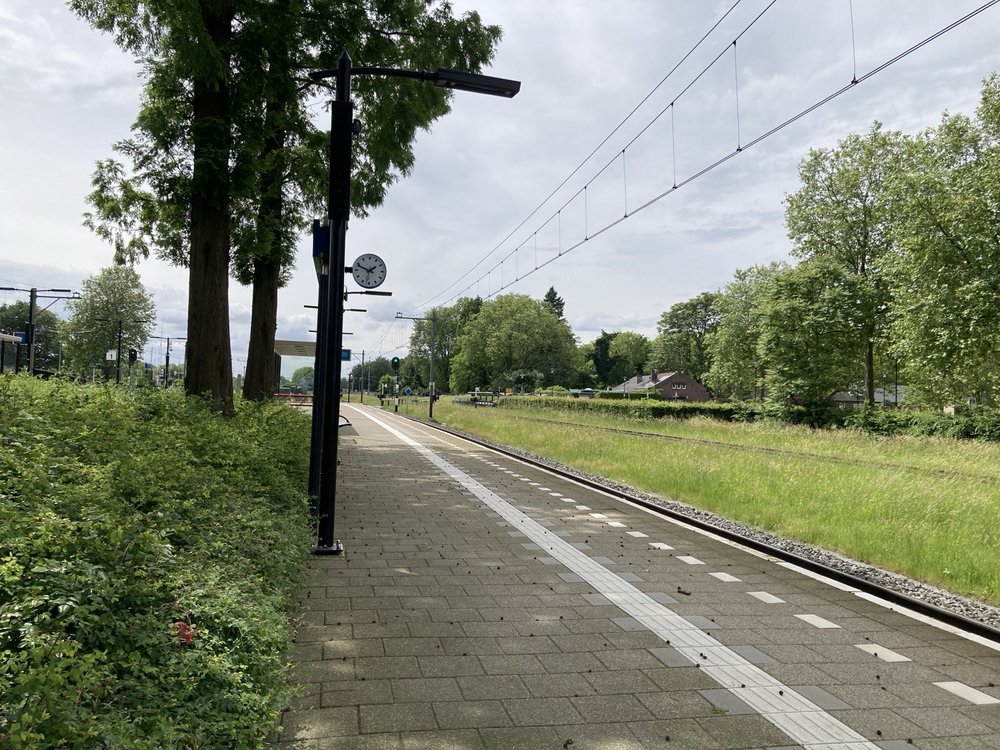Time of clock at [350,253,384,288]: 1:48
